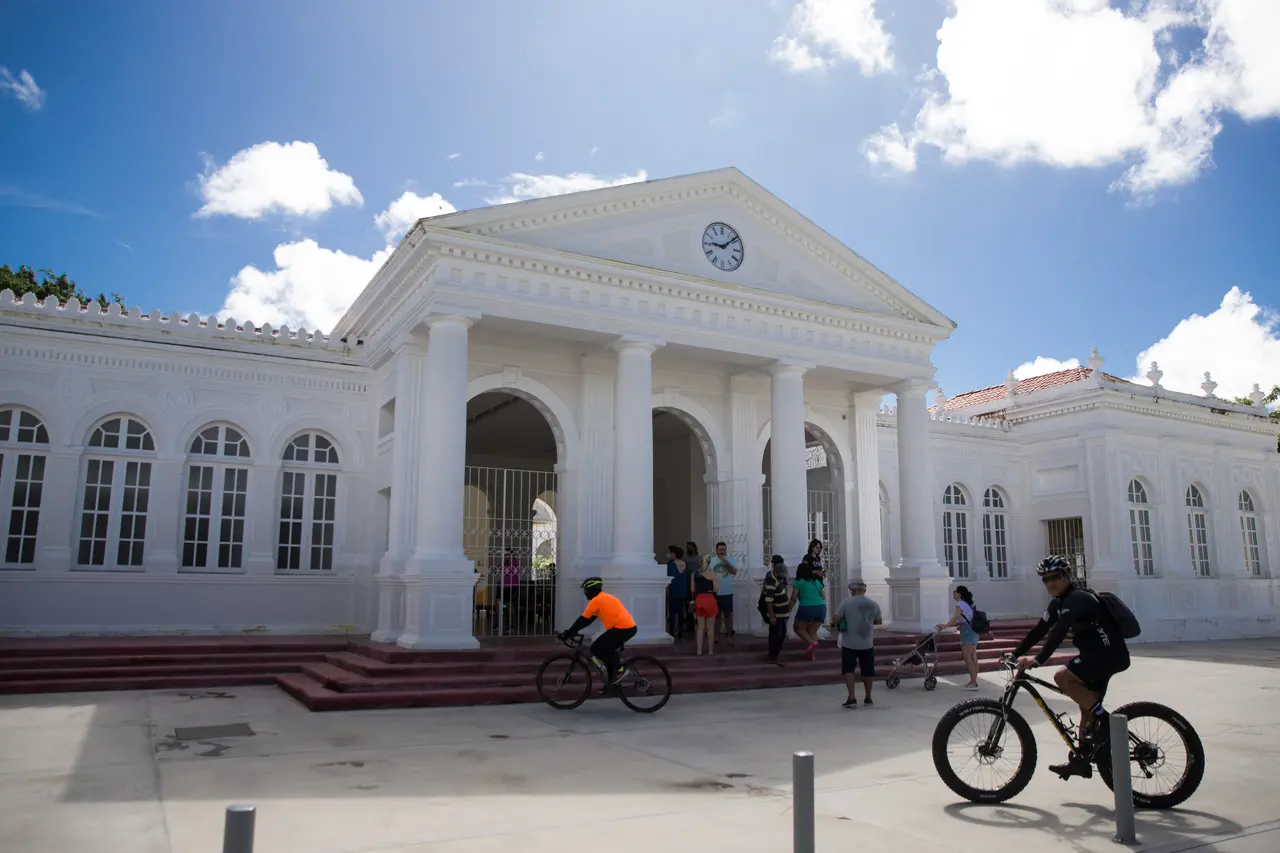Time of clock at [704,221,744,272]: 9:08
